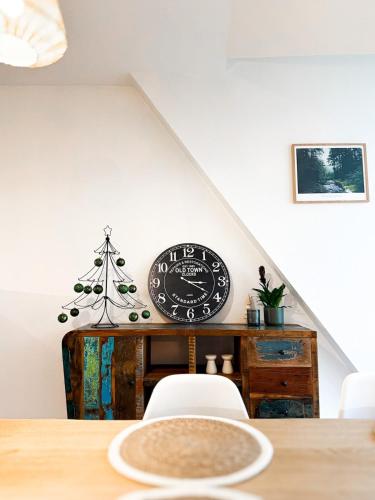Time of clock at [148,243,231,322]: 3:20
